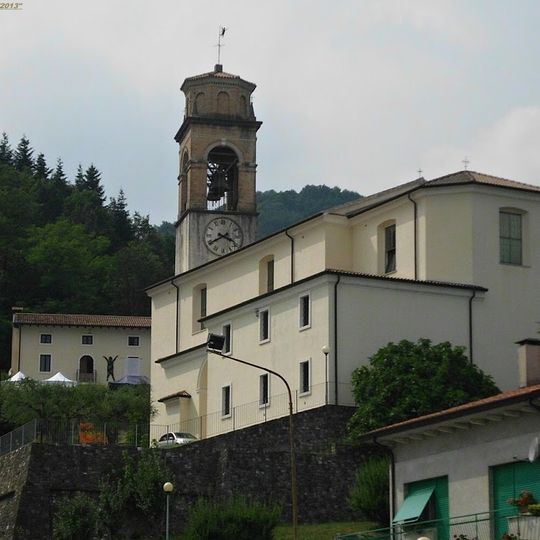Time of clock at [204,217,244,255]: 3:40
